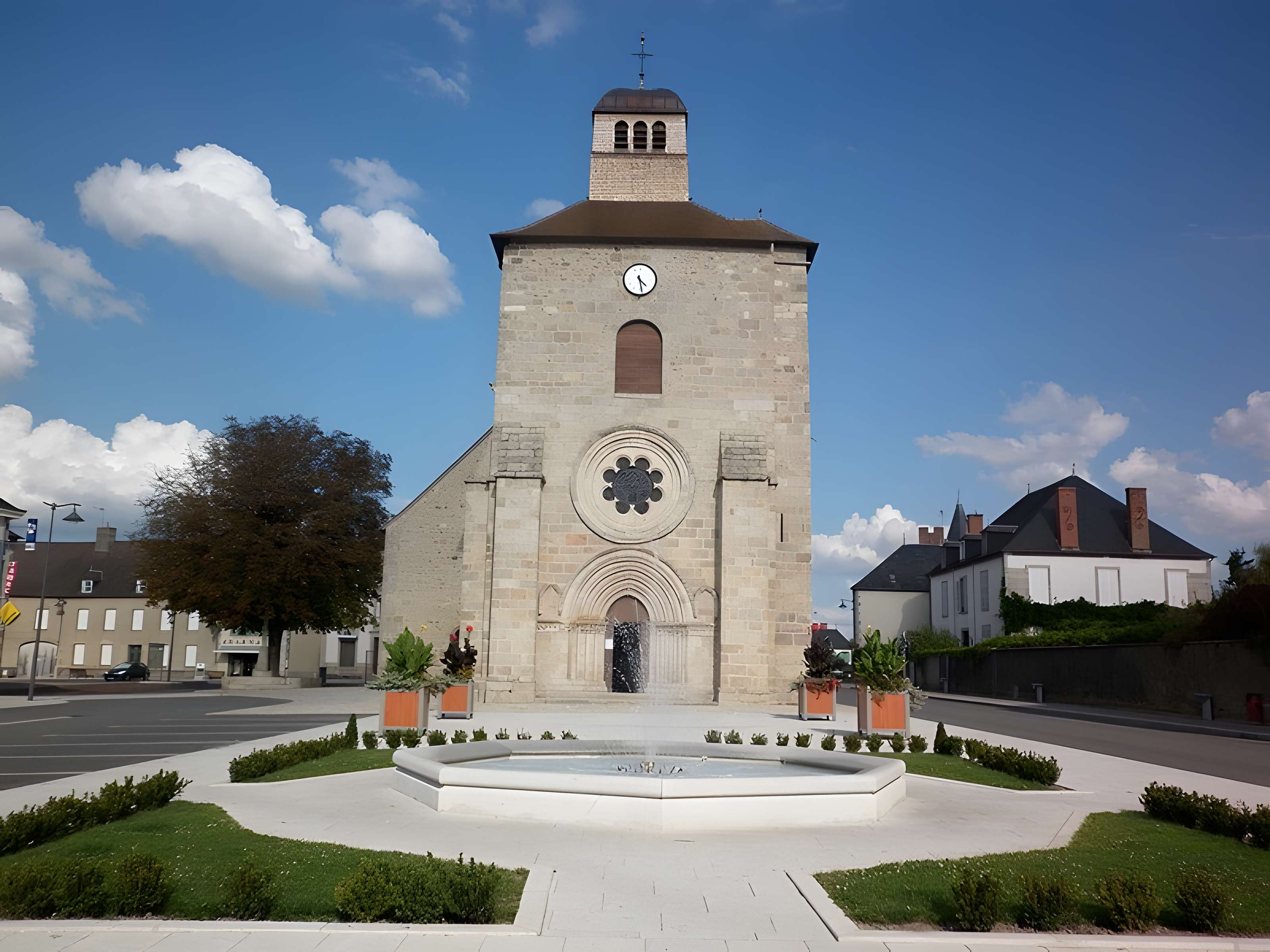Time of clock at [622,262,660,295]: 4:28
